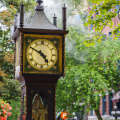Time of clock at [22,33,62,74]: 4:49
